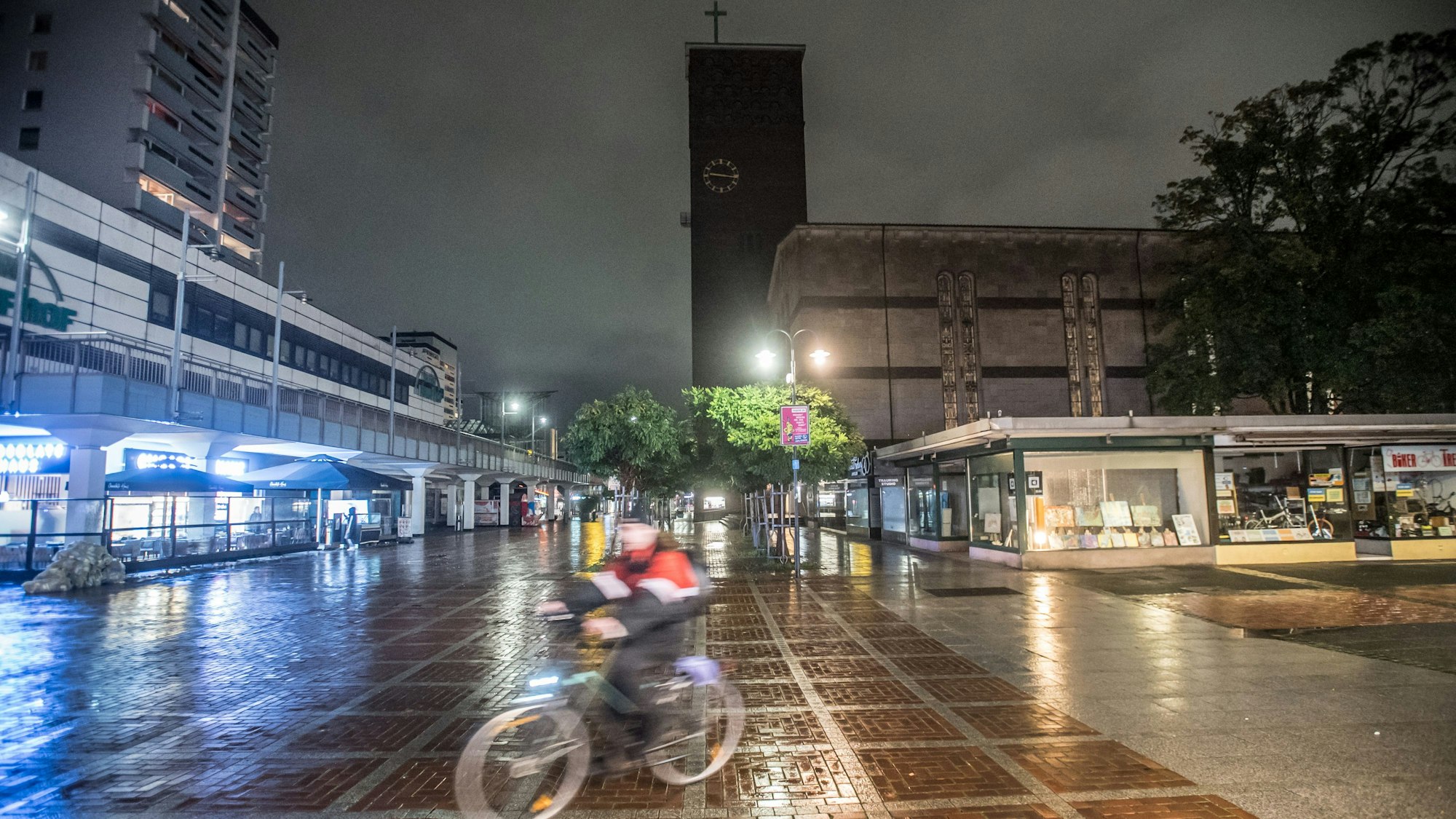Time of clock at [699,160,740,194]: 9:16
